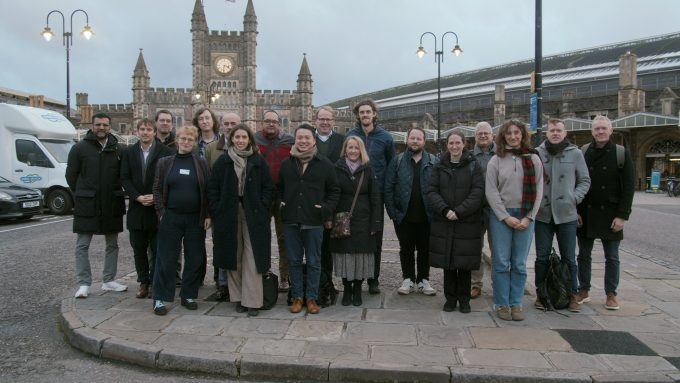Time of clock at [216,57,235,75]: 3:31
